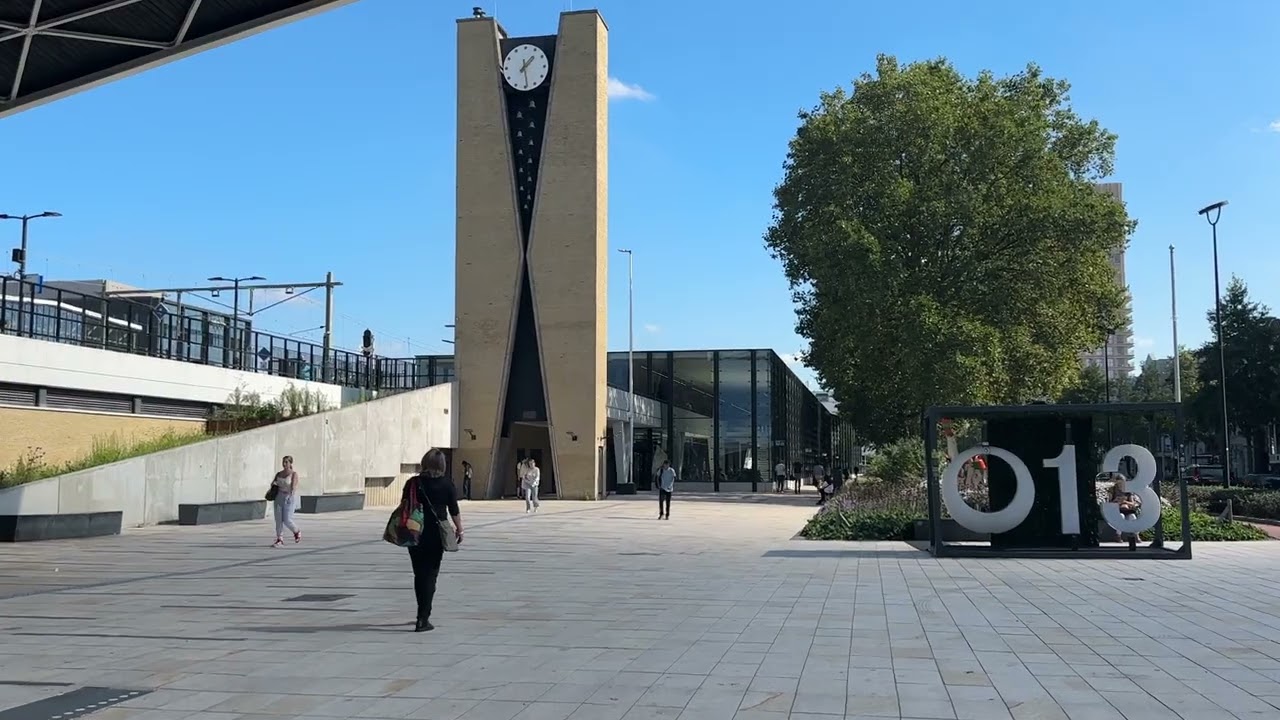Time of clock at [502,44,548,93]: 1:28
